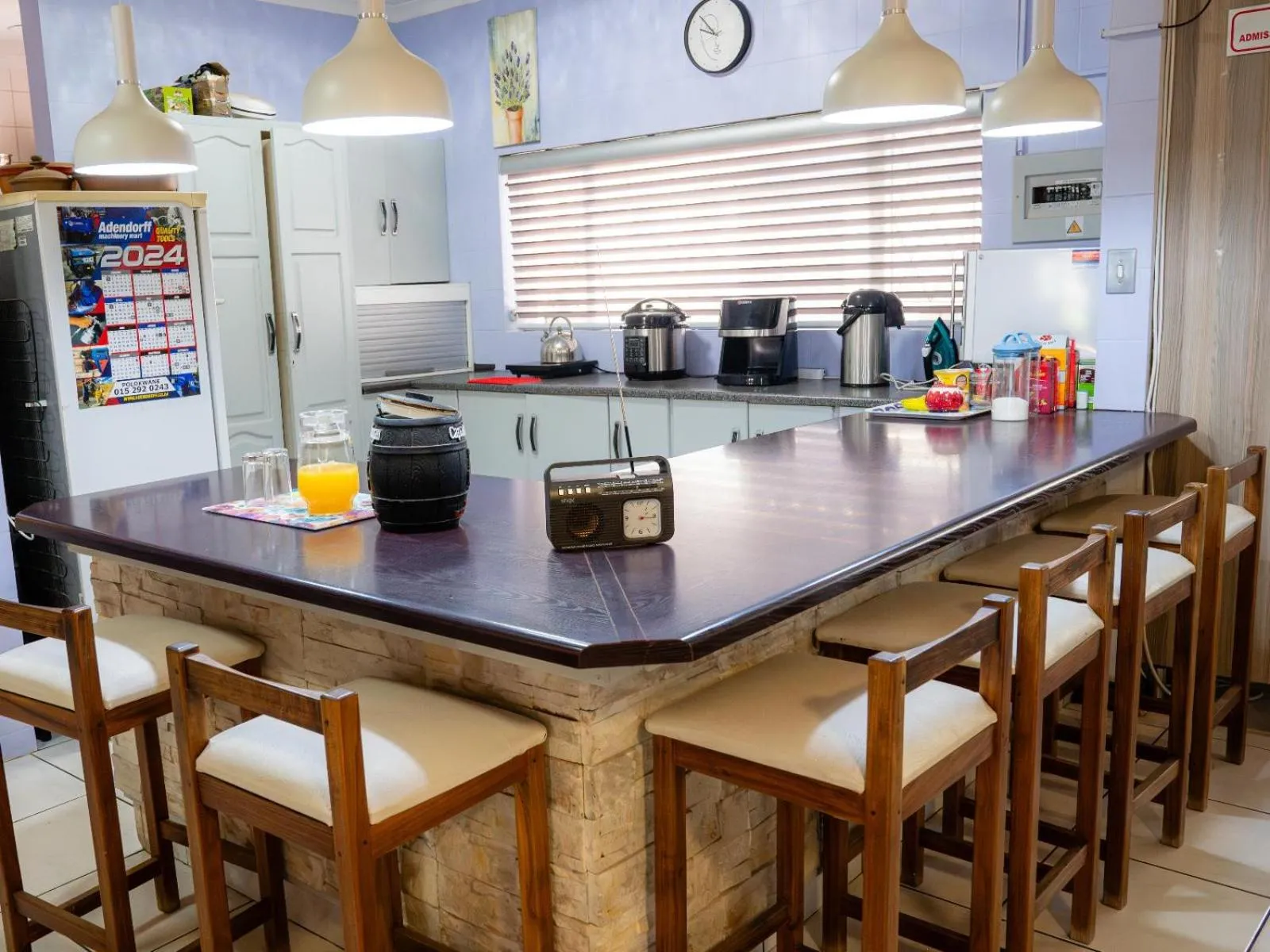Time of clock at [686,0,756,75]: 9:52
